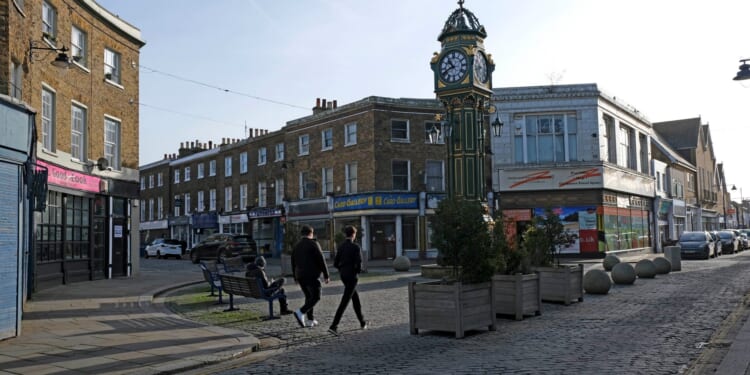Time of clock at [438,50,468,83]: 10:41
